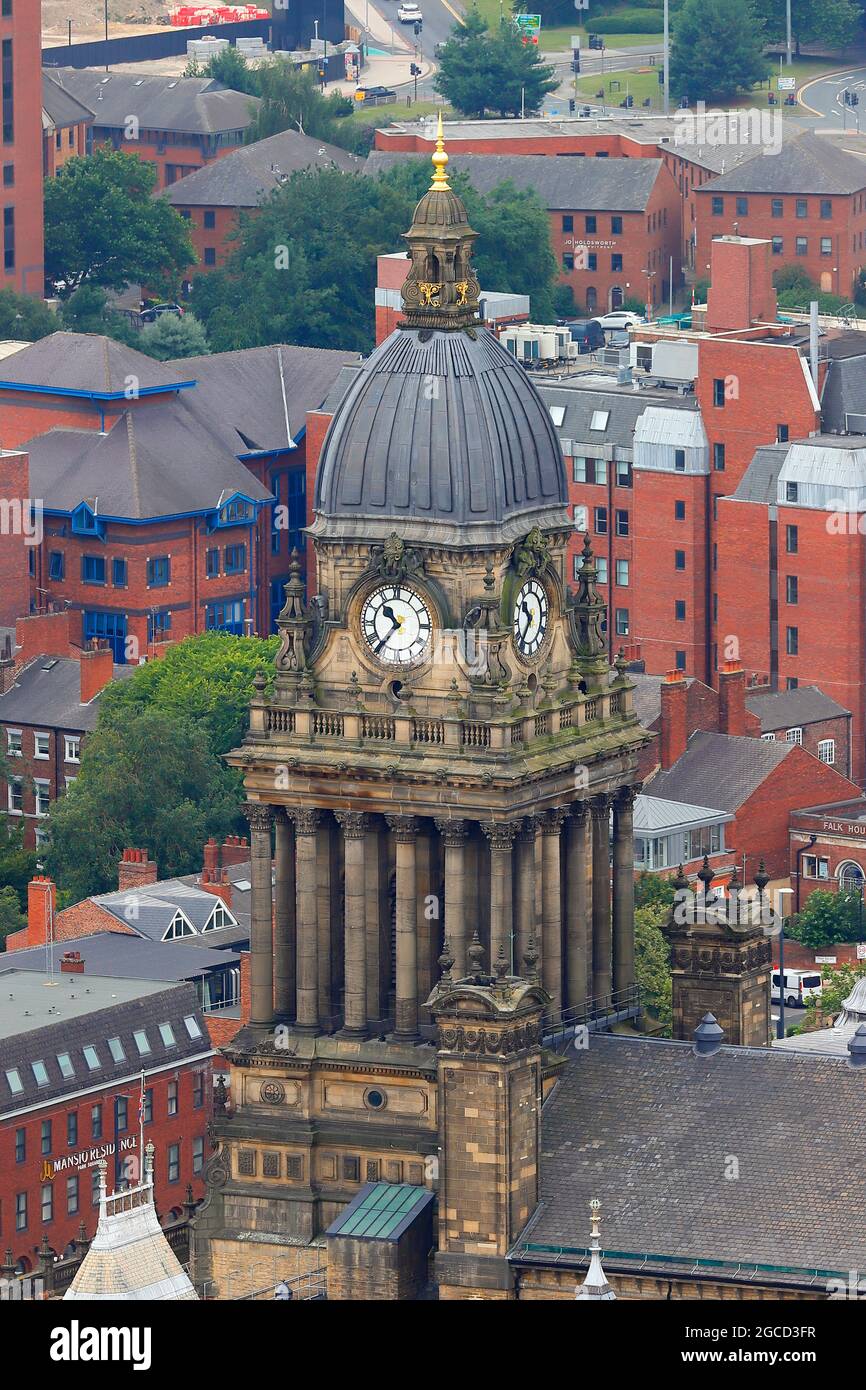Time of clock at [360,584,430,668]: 10:36
